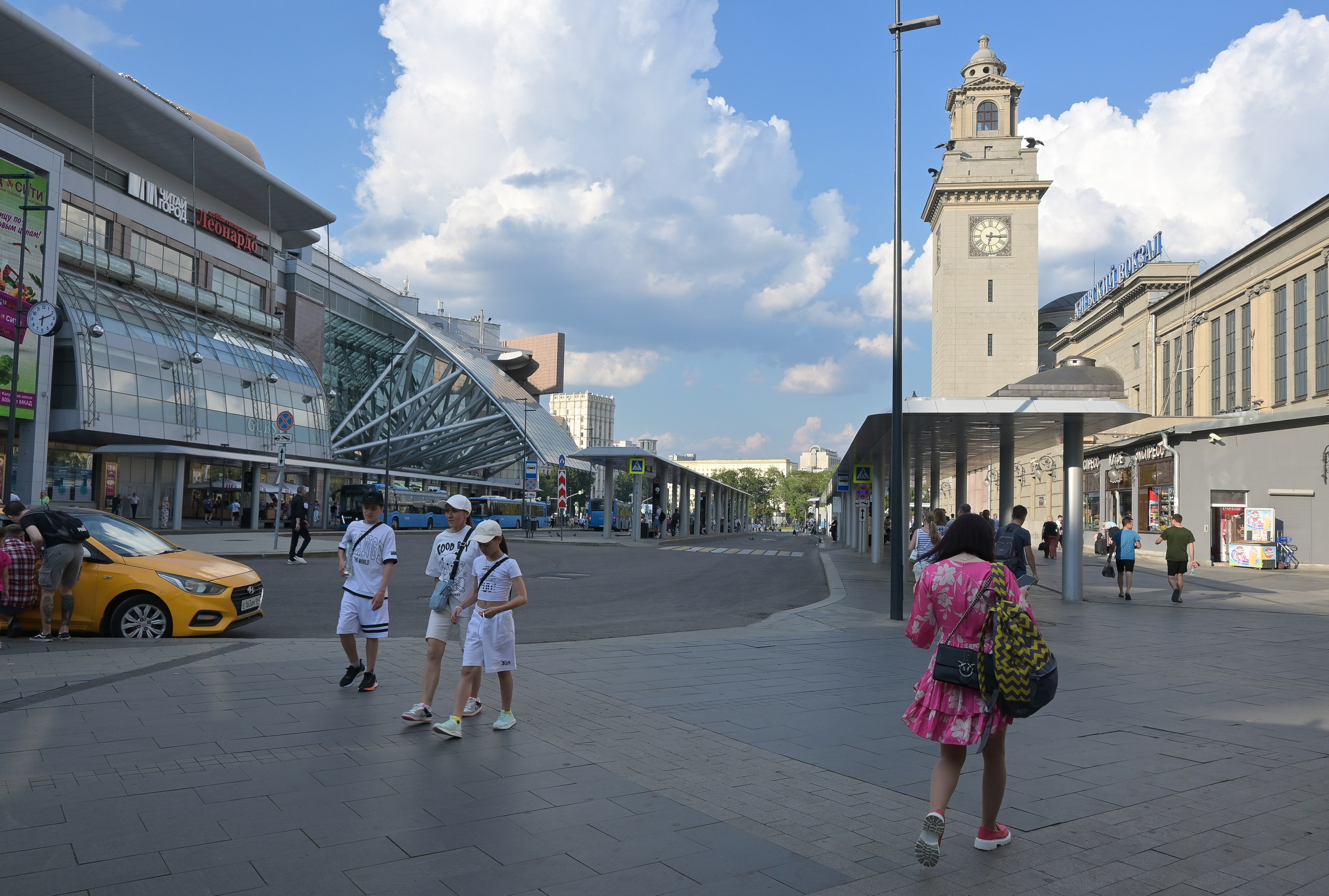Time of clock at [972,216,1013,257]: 6:15
